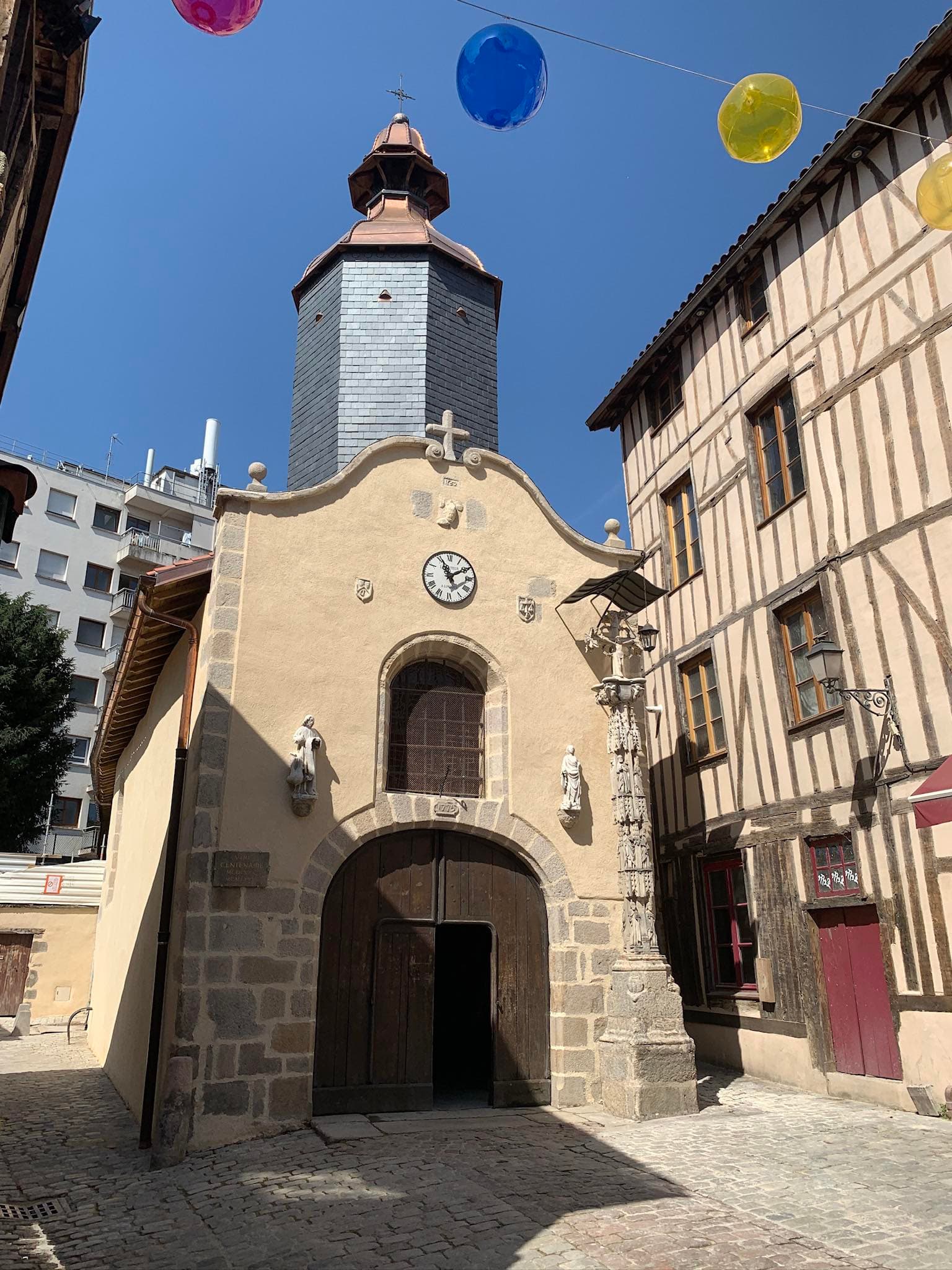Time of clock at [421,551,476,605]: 11:09
